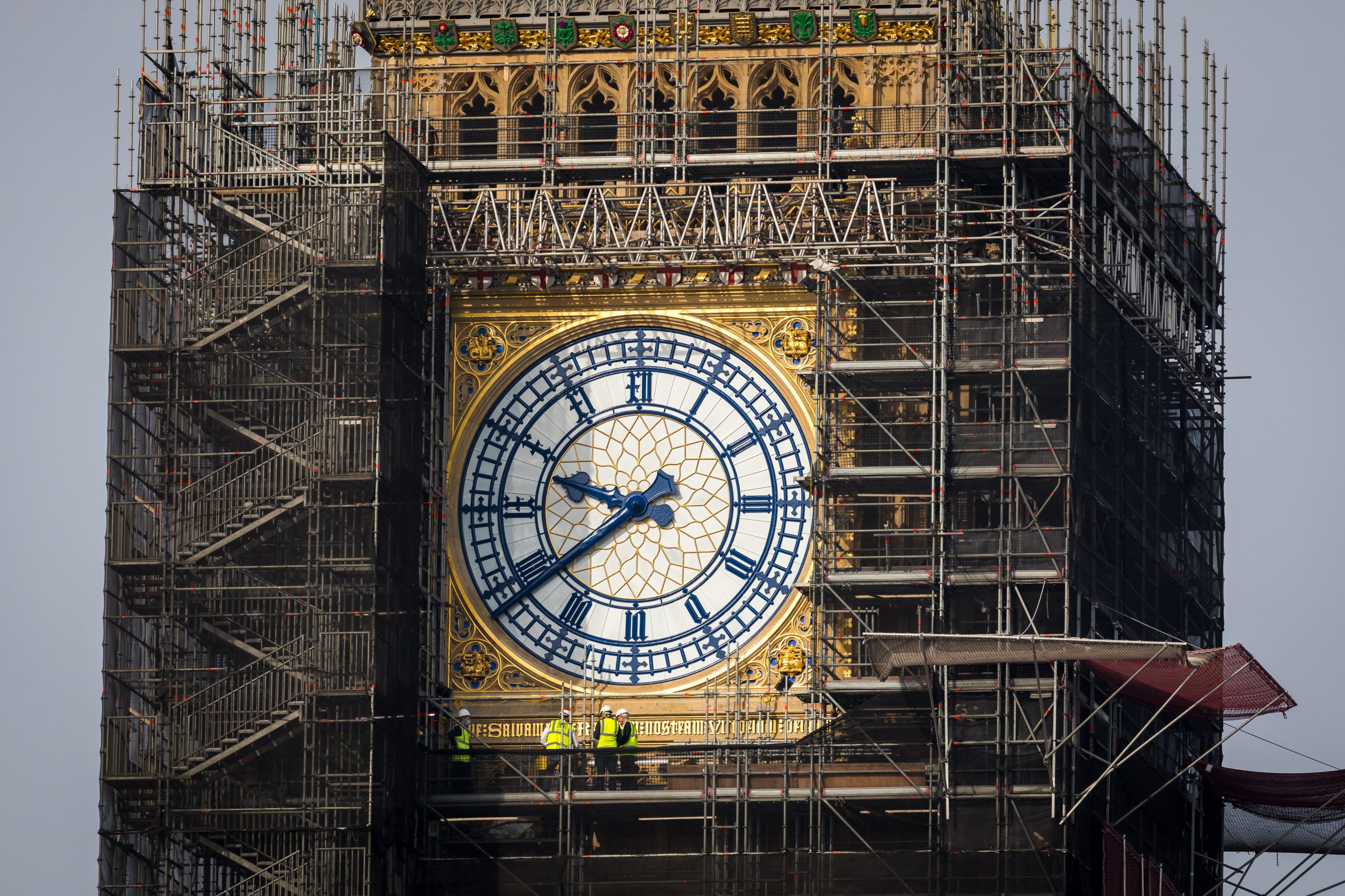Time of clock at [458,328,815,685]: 9:38
